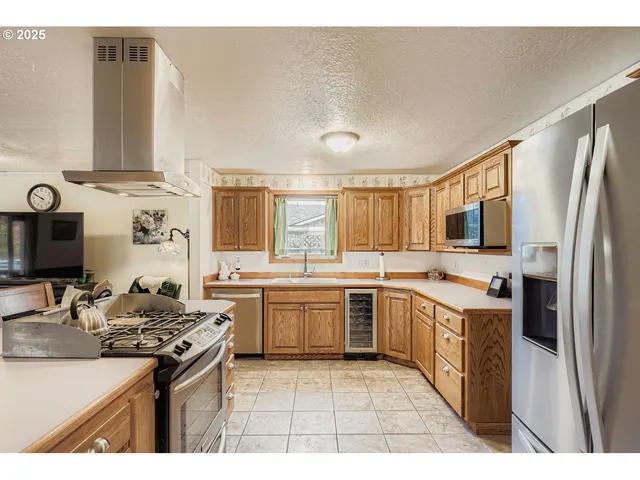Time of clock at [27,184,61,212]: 9:50
